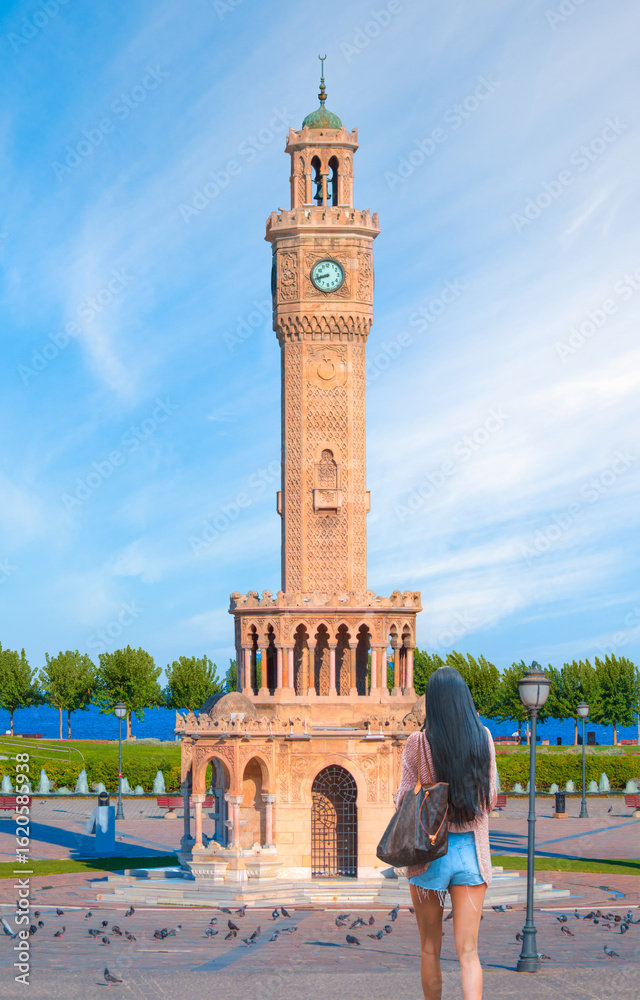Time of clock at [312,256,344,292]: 8:42
